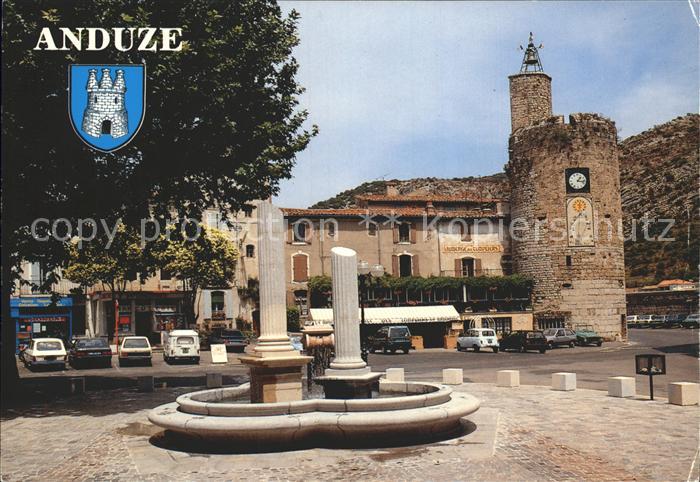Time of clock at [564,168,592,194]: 1:16
